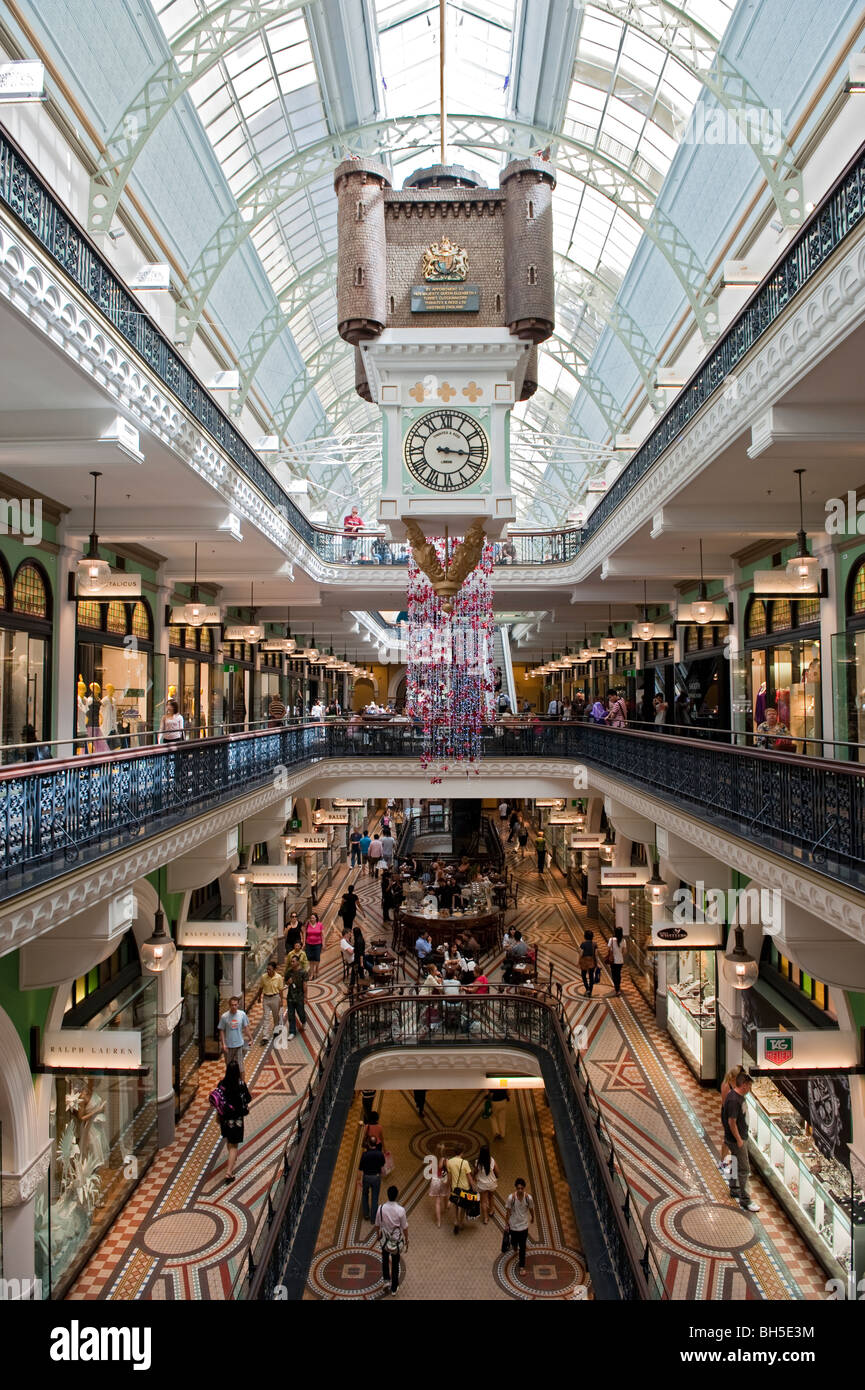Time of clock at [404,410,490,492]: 3:16
